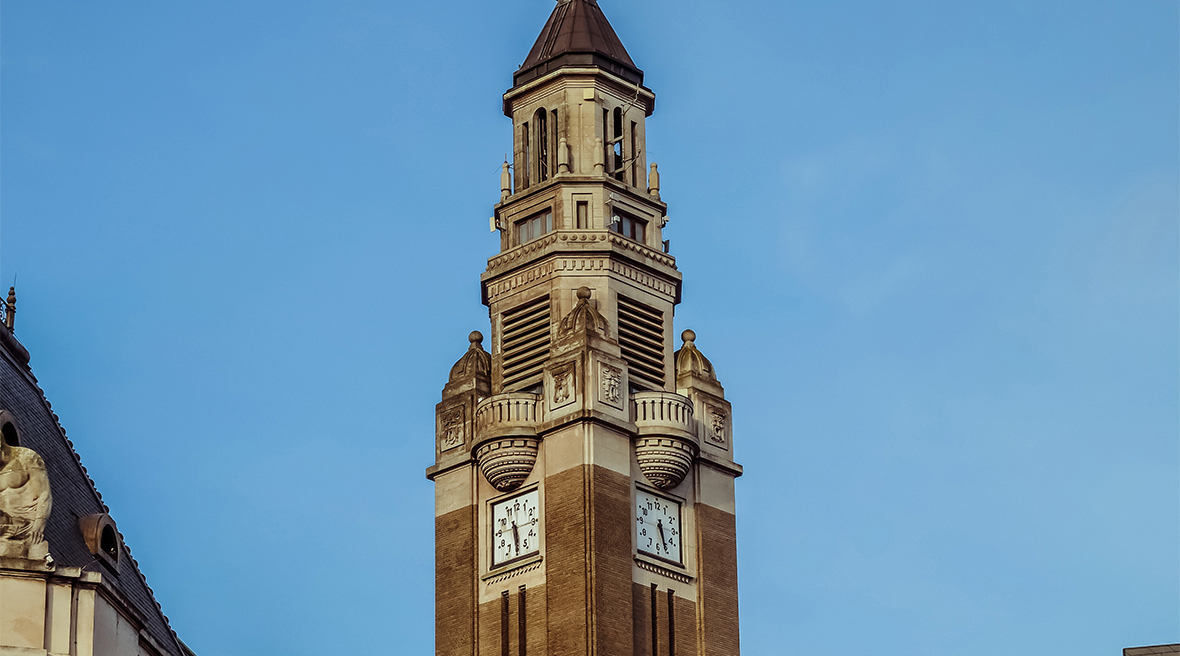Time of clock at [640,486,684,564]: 5:26
